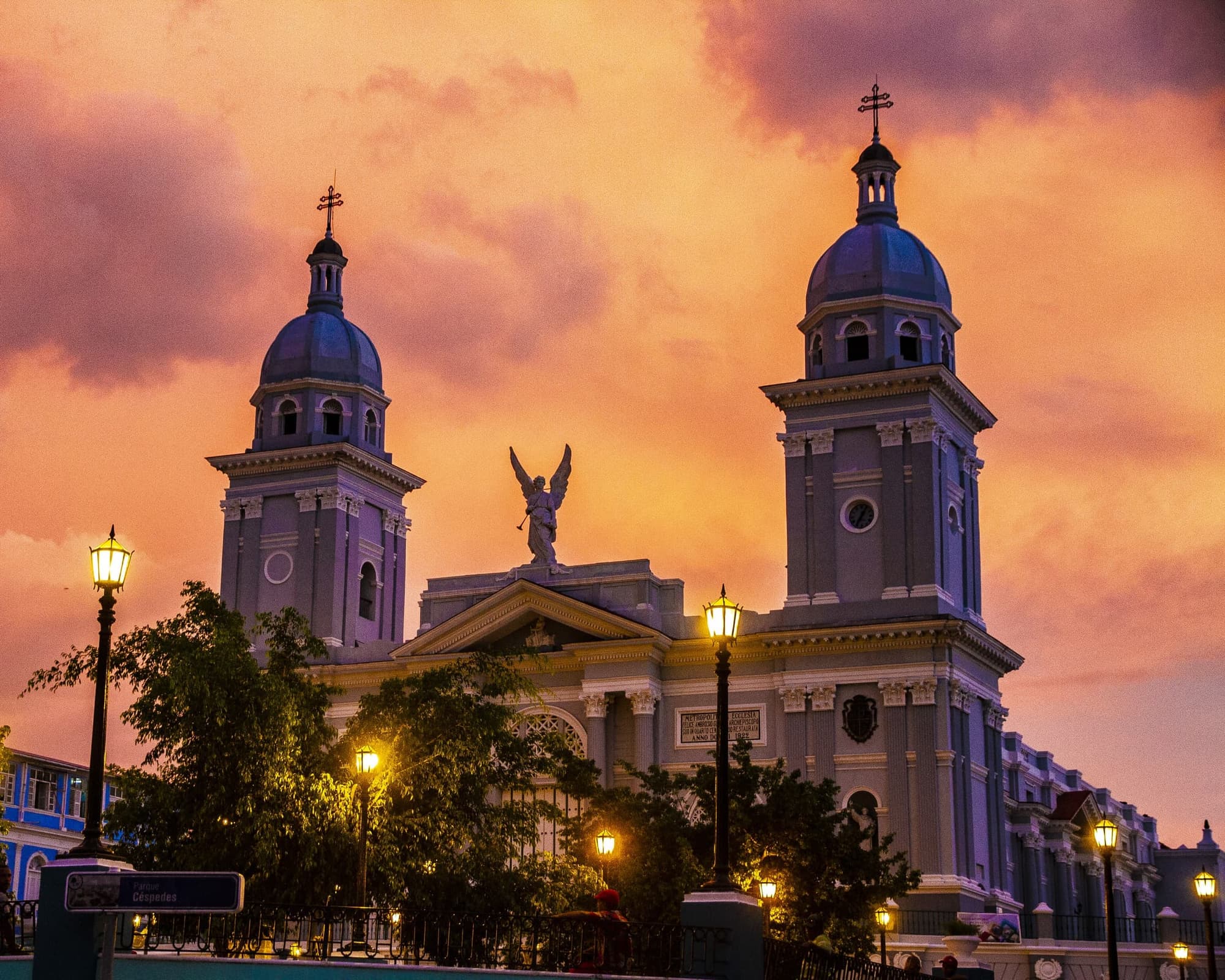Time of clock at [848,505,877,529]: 12:34
